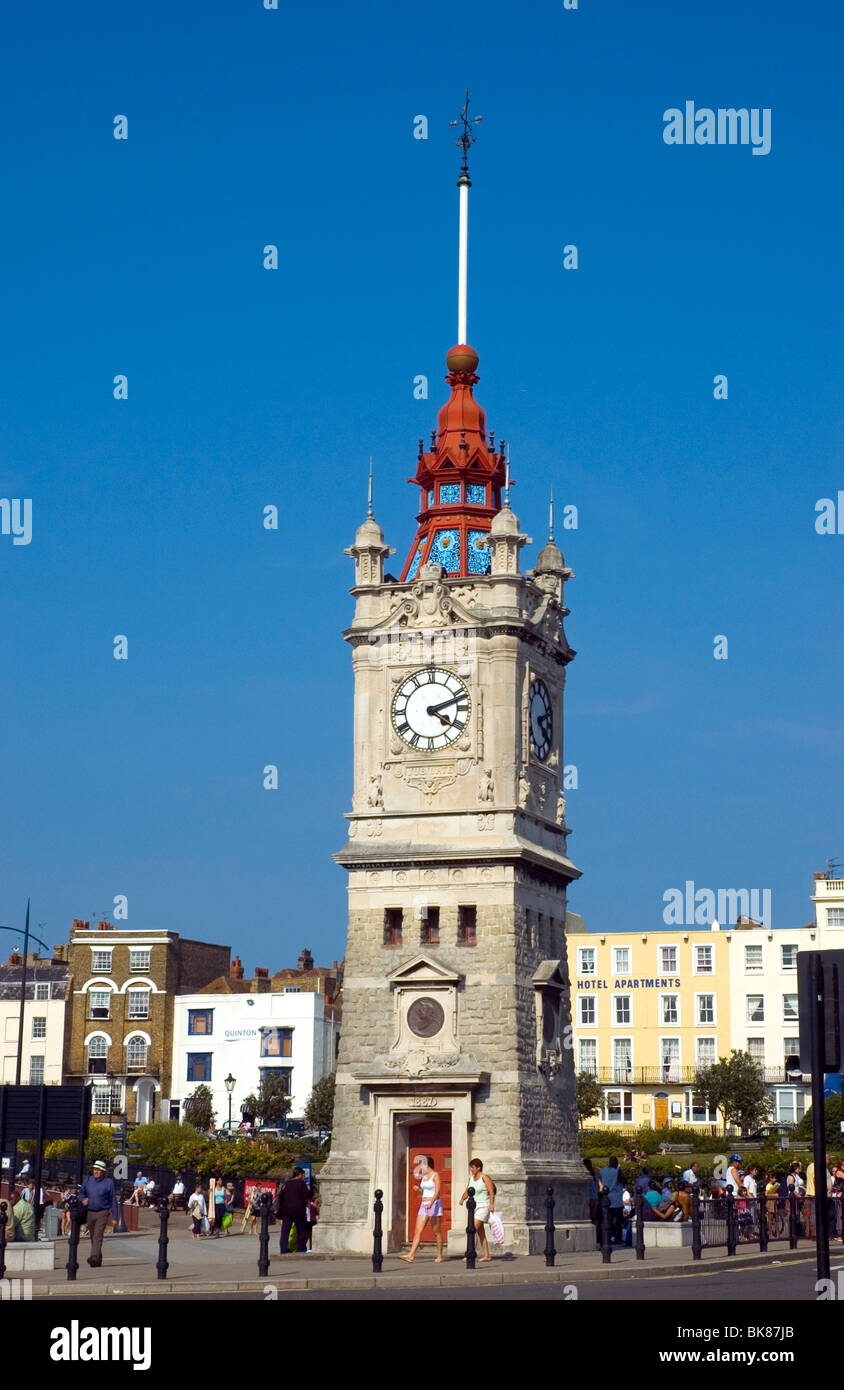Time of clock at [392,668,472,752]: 4:11
